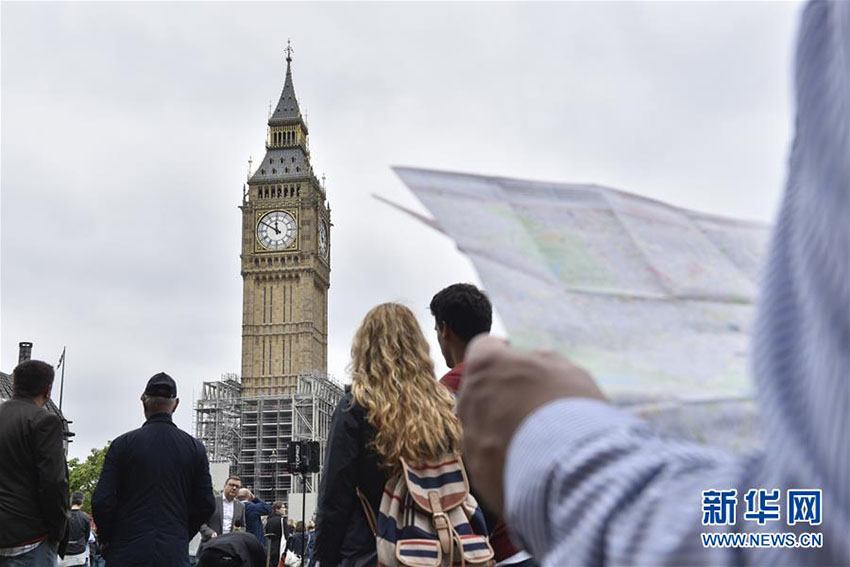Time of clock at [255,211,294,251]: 11:50
